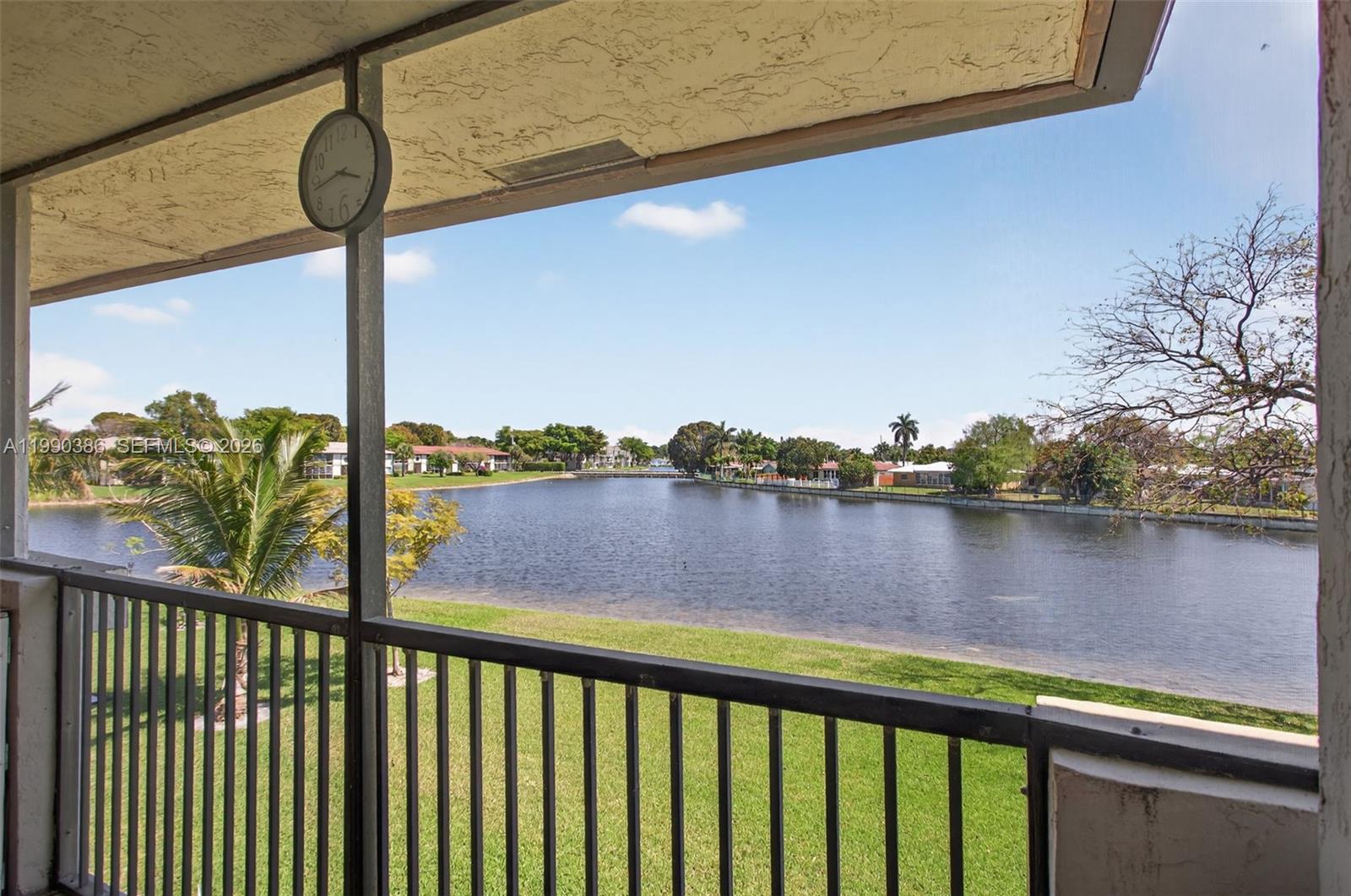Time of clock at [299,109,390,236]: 3:43
